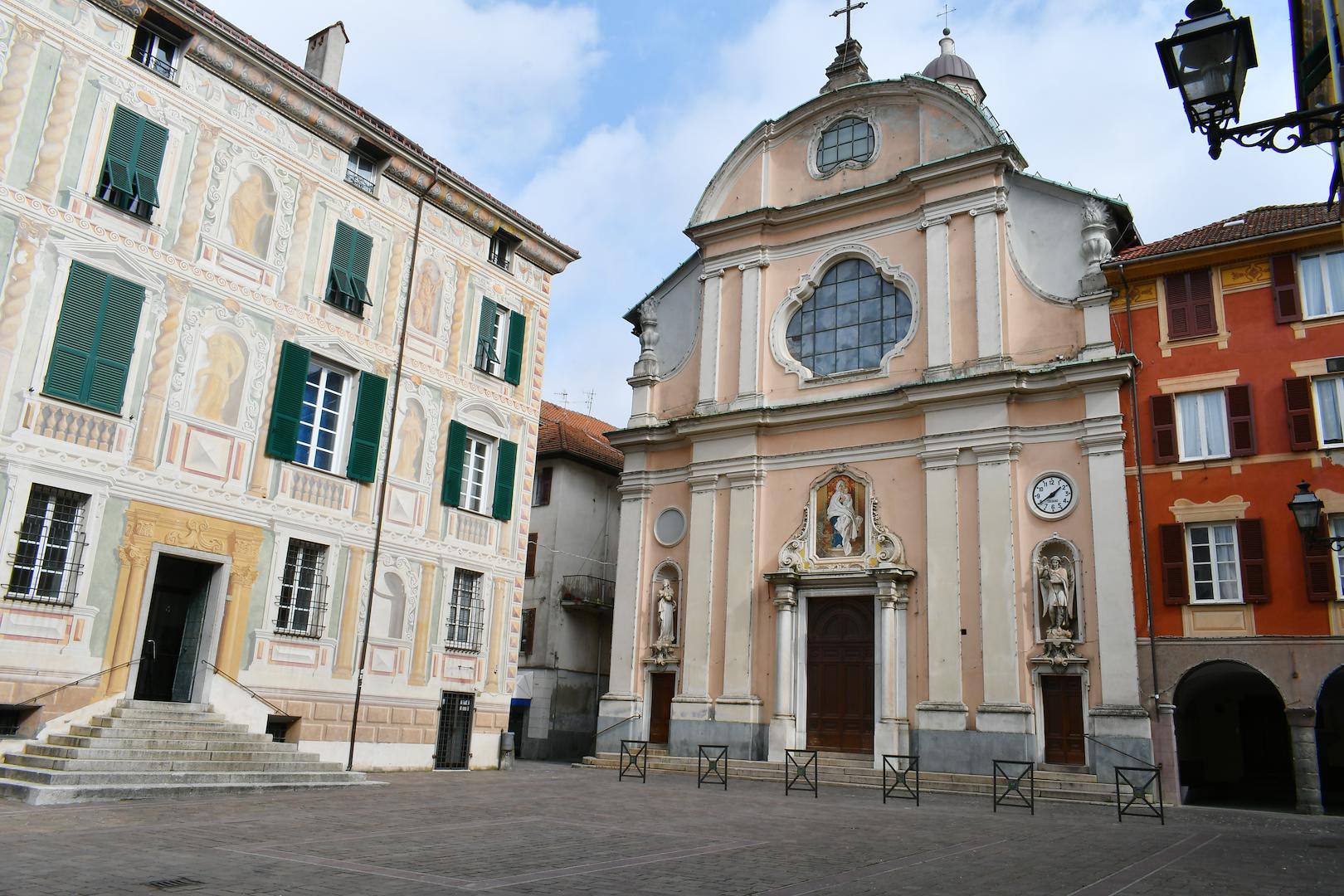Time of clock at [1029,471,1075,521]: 1:39
